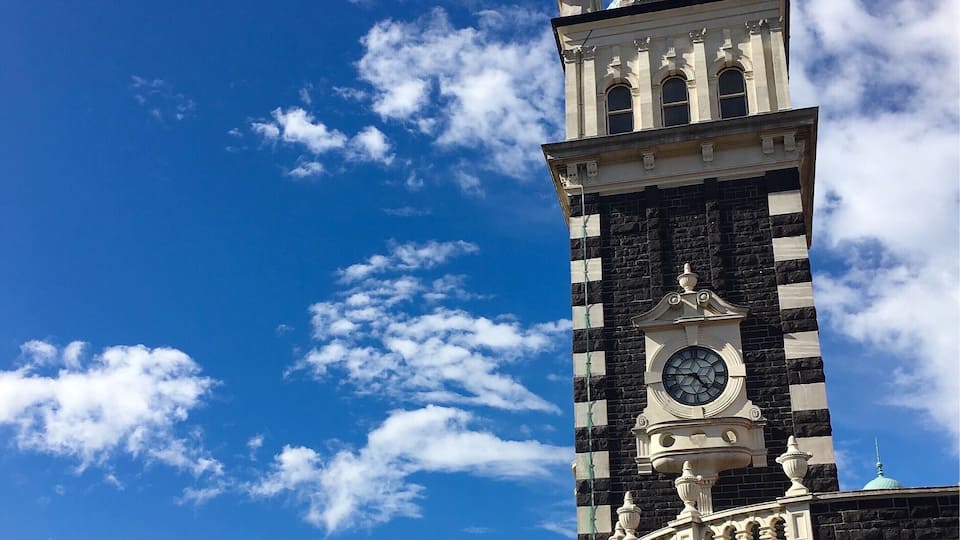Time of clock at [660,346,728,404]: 4:45
